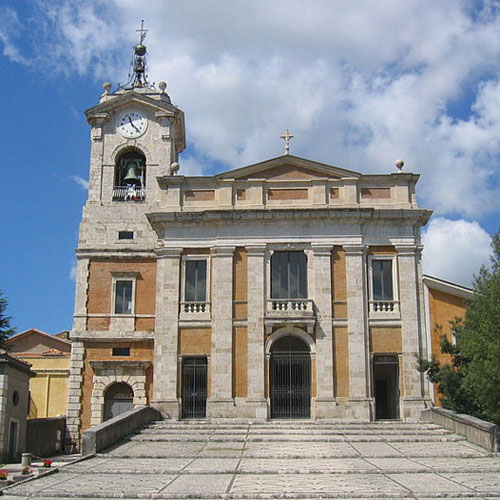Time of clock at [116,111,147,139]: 11:22
